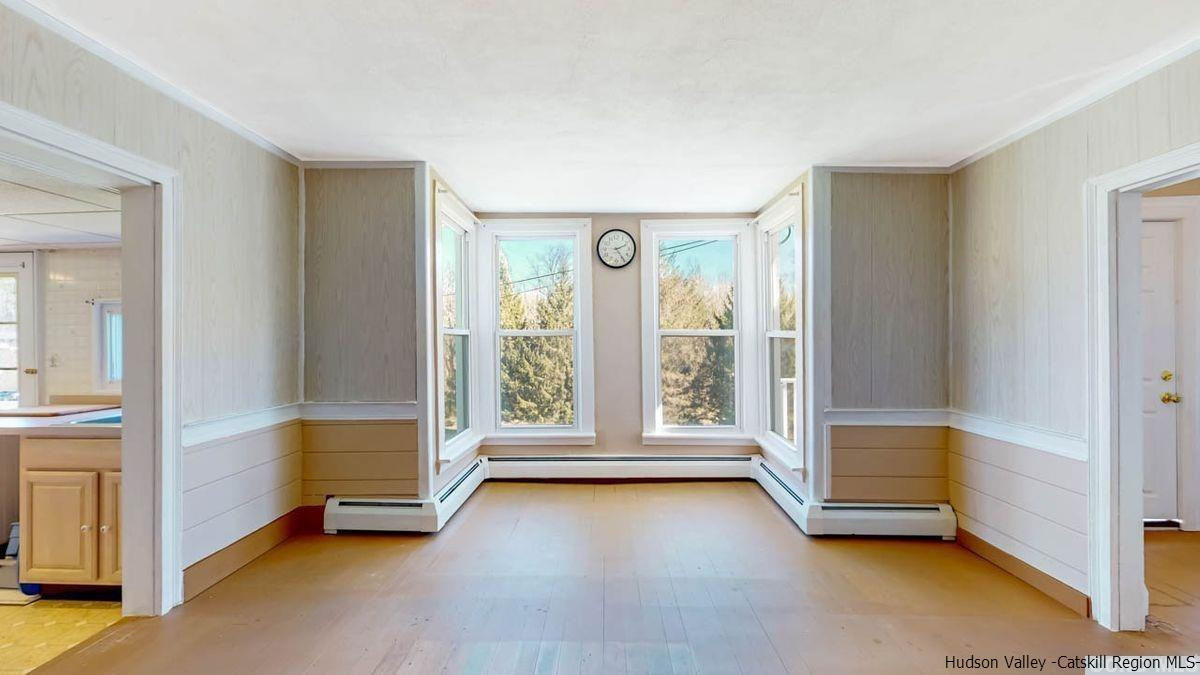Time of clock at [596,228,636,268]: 2:24
